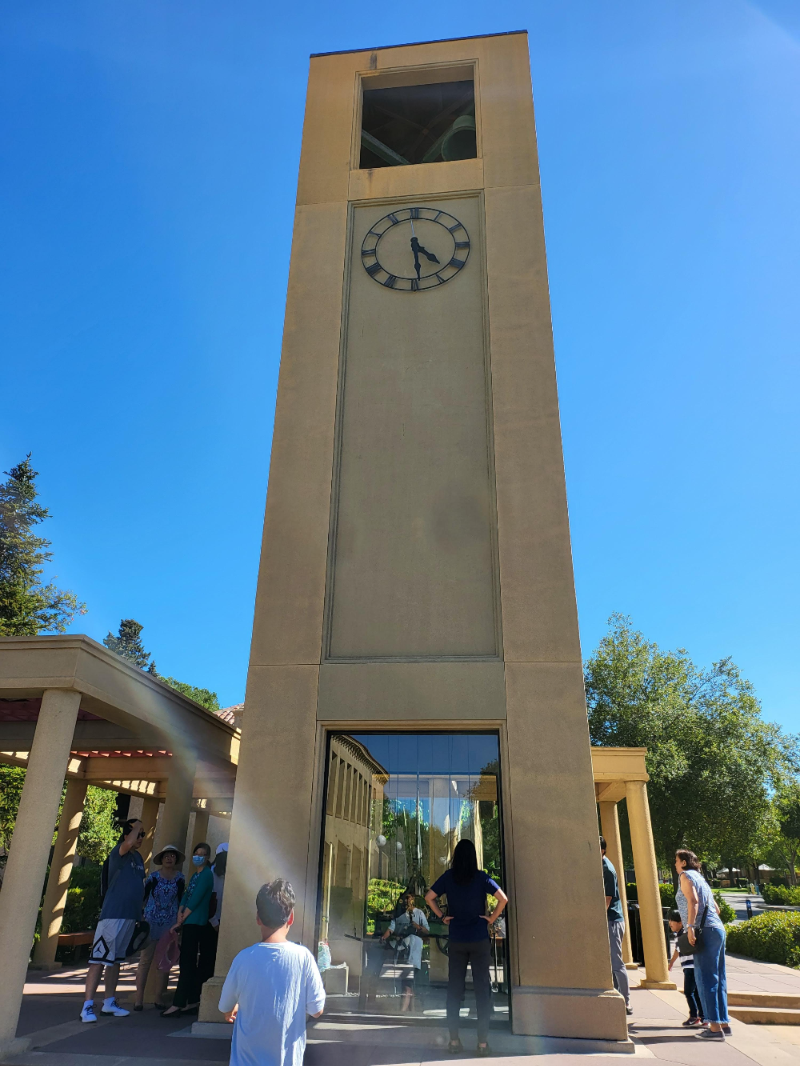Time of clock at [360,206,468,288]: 4:29
